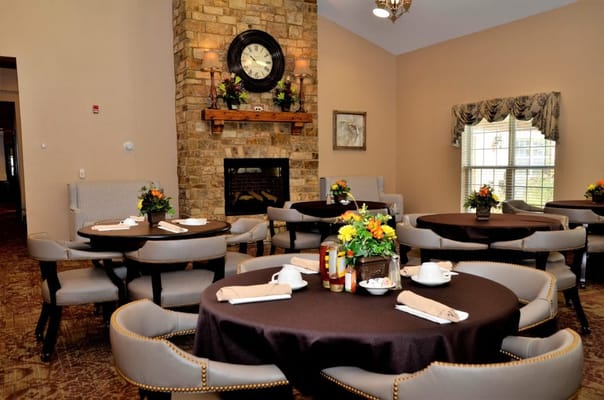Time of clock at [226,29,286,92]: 10:17
